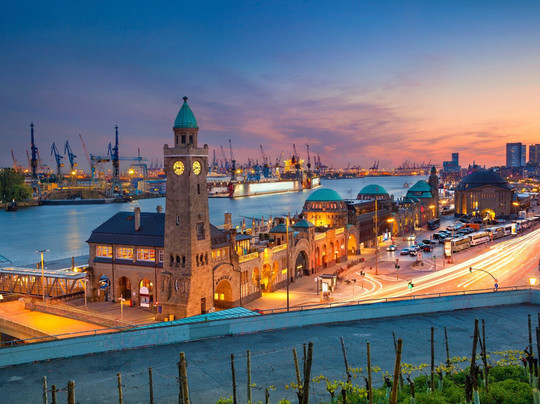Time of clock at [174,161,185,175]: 9:42
